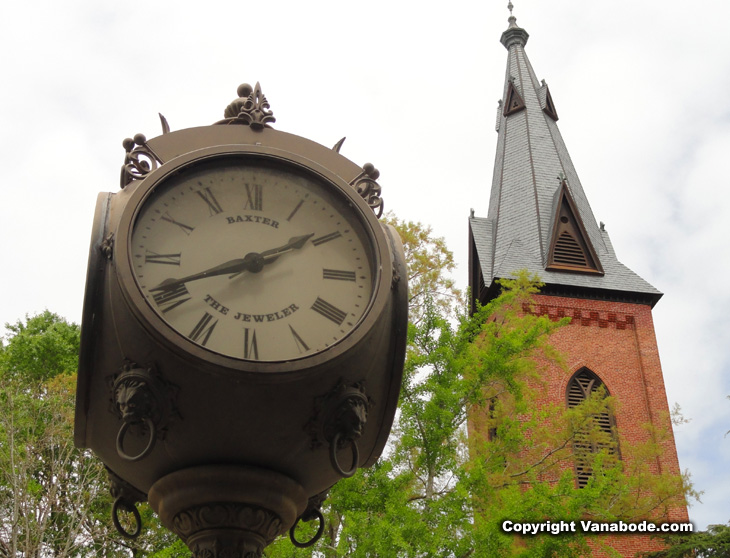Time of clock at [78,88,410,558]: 8:09
